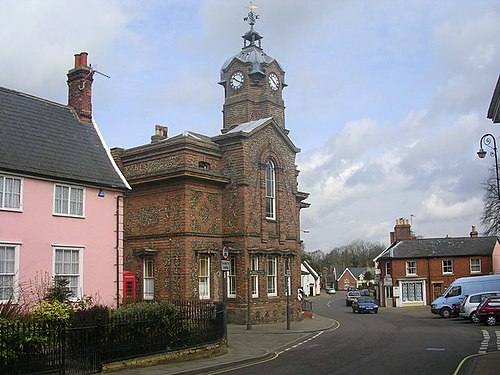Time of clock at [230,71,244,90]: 10:19
